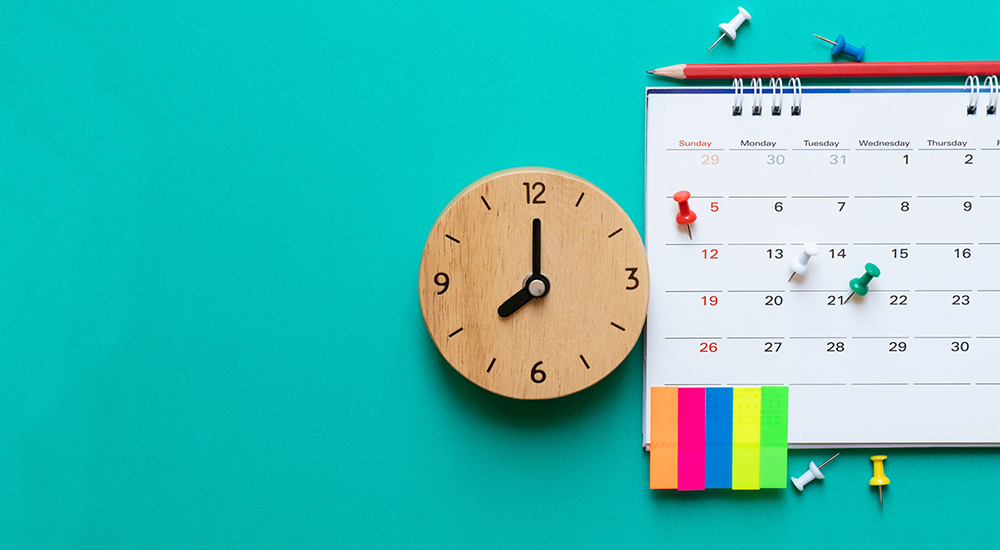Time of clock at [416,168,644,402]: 8:00
